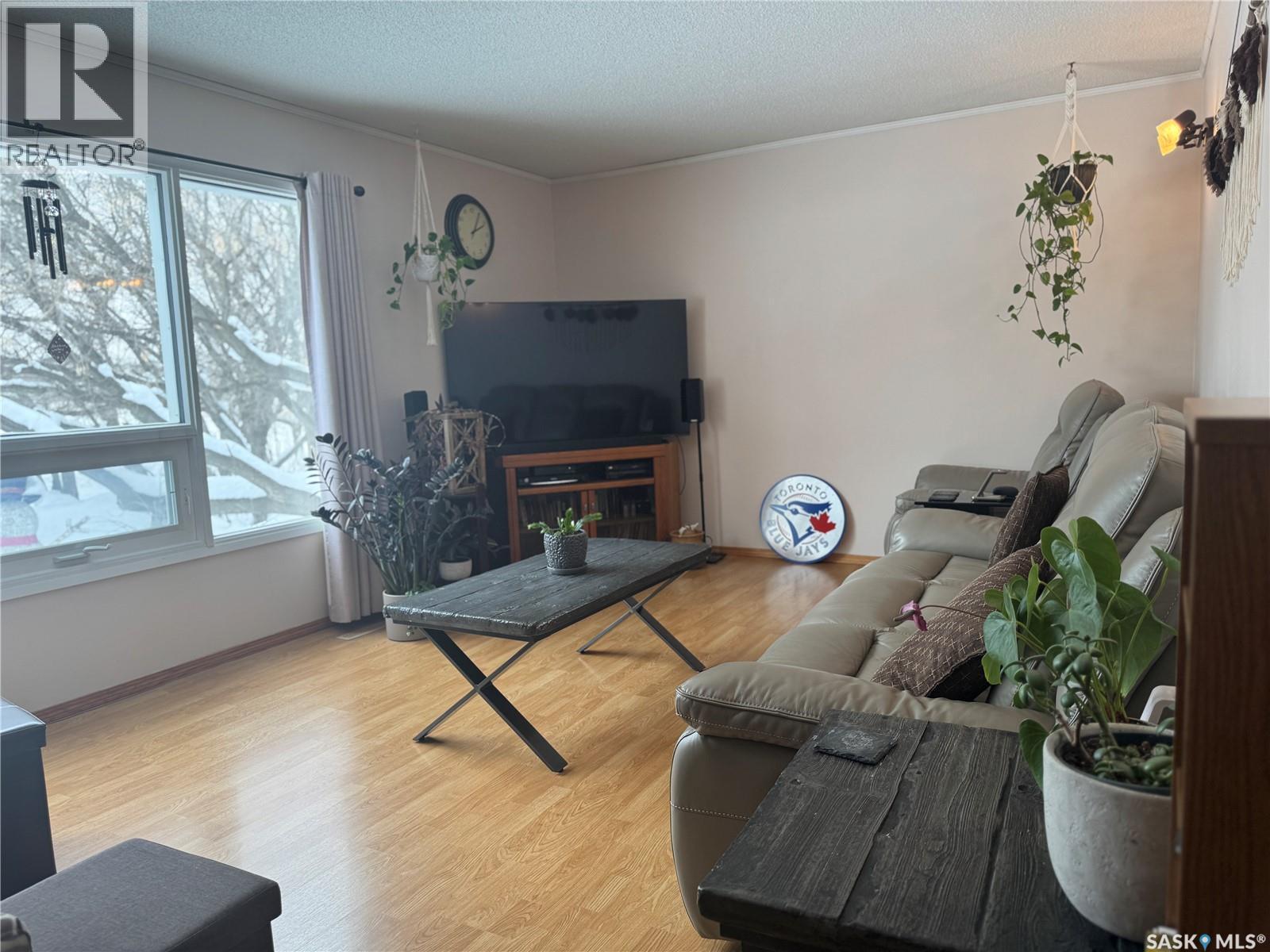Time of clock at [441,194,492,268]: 2:04
